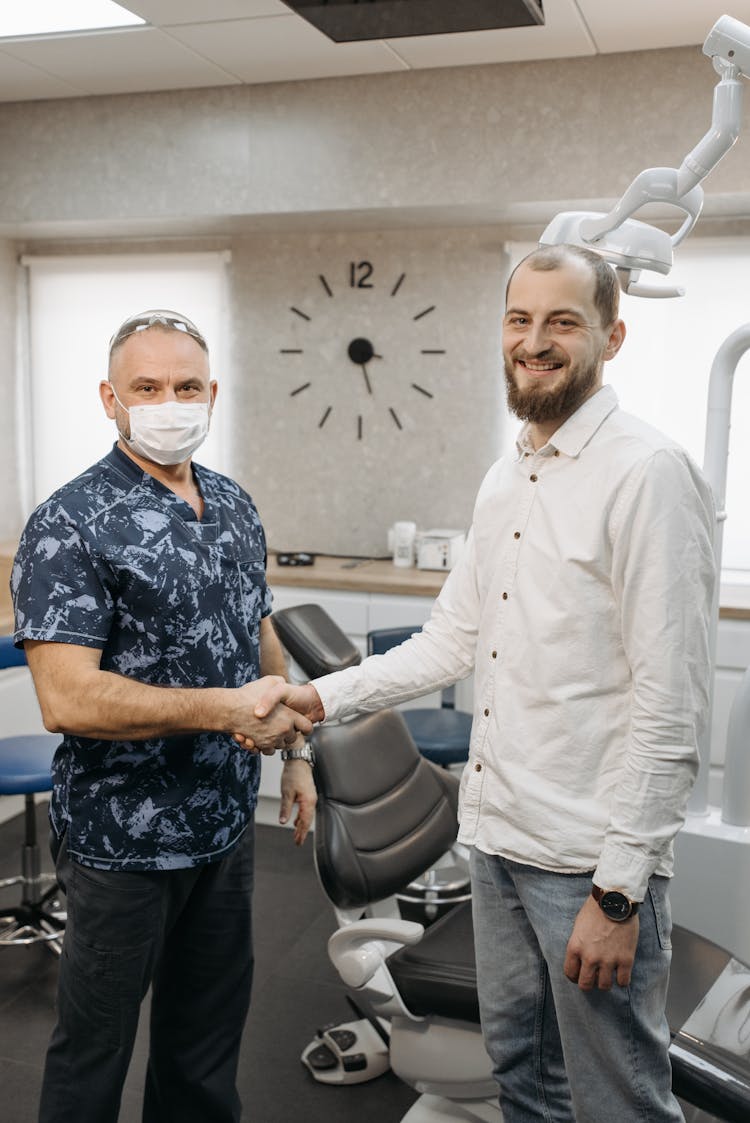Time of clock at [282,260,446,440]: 3:27
